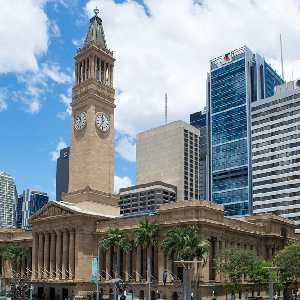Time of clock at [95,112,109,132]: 11:35
